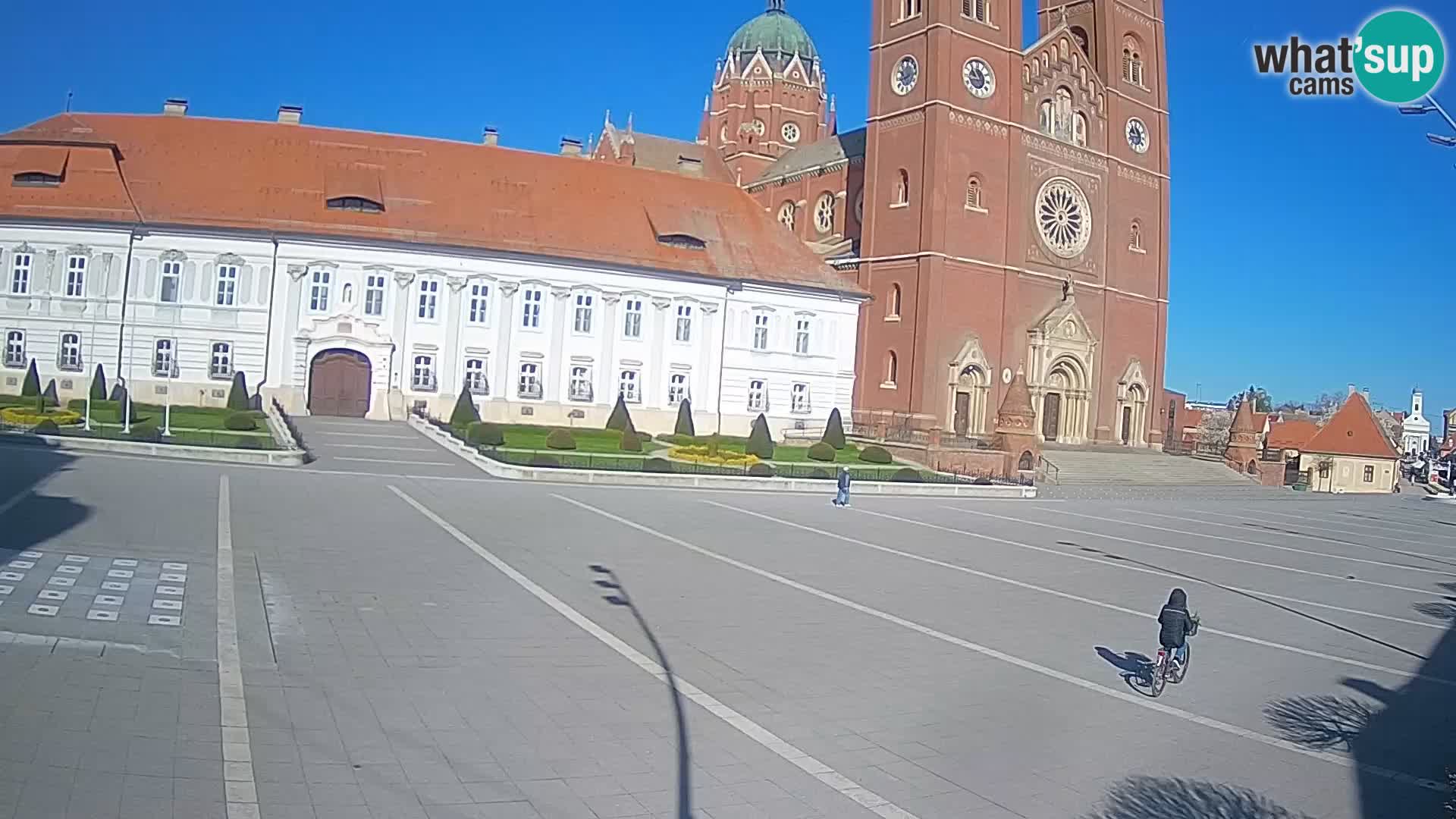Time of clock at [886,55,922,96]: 10:43
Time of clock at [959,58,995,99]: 10:43
